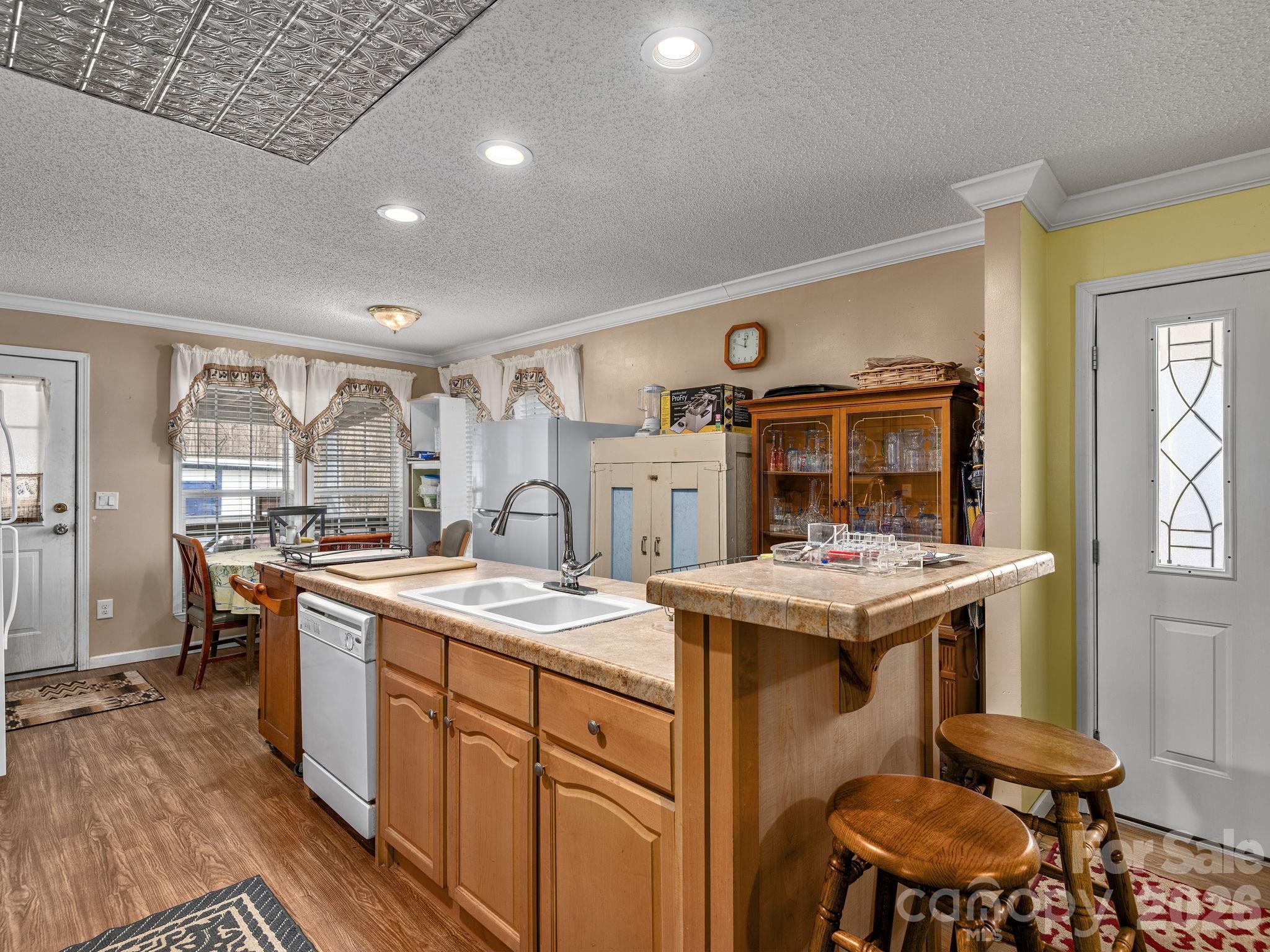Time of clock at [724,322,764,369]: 12:02
